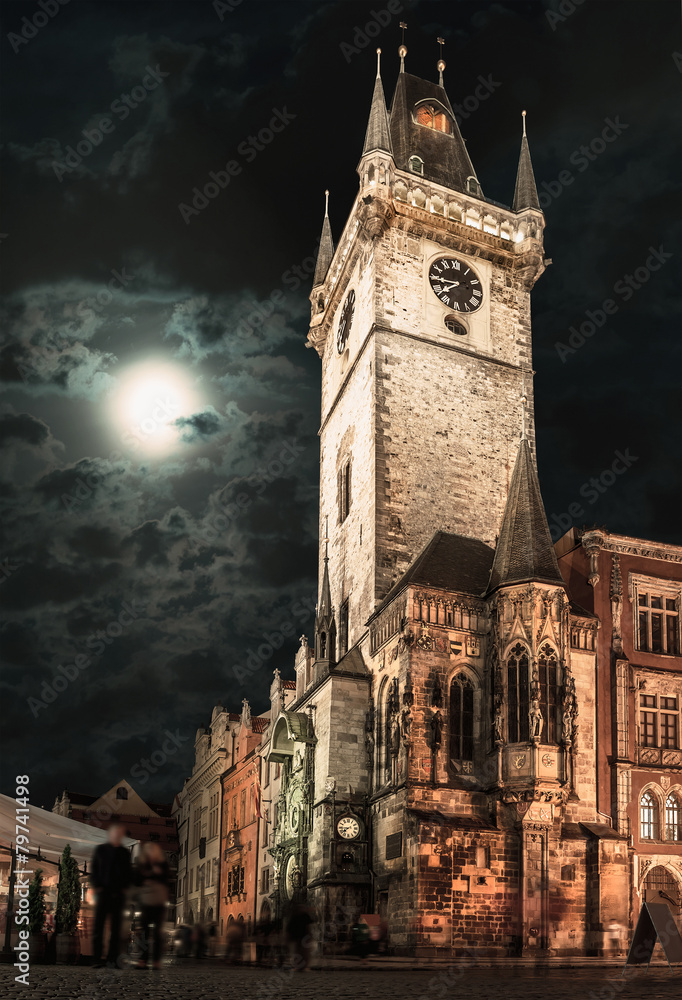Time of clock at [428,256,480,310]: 7:44
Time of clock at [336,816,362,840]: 7:44
